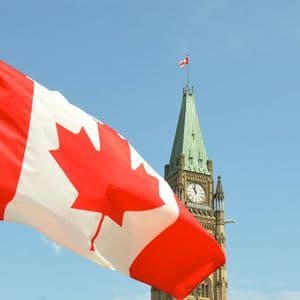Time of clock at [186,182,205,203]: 10:58
